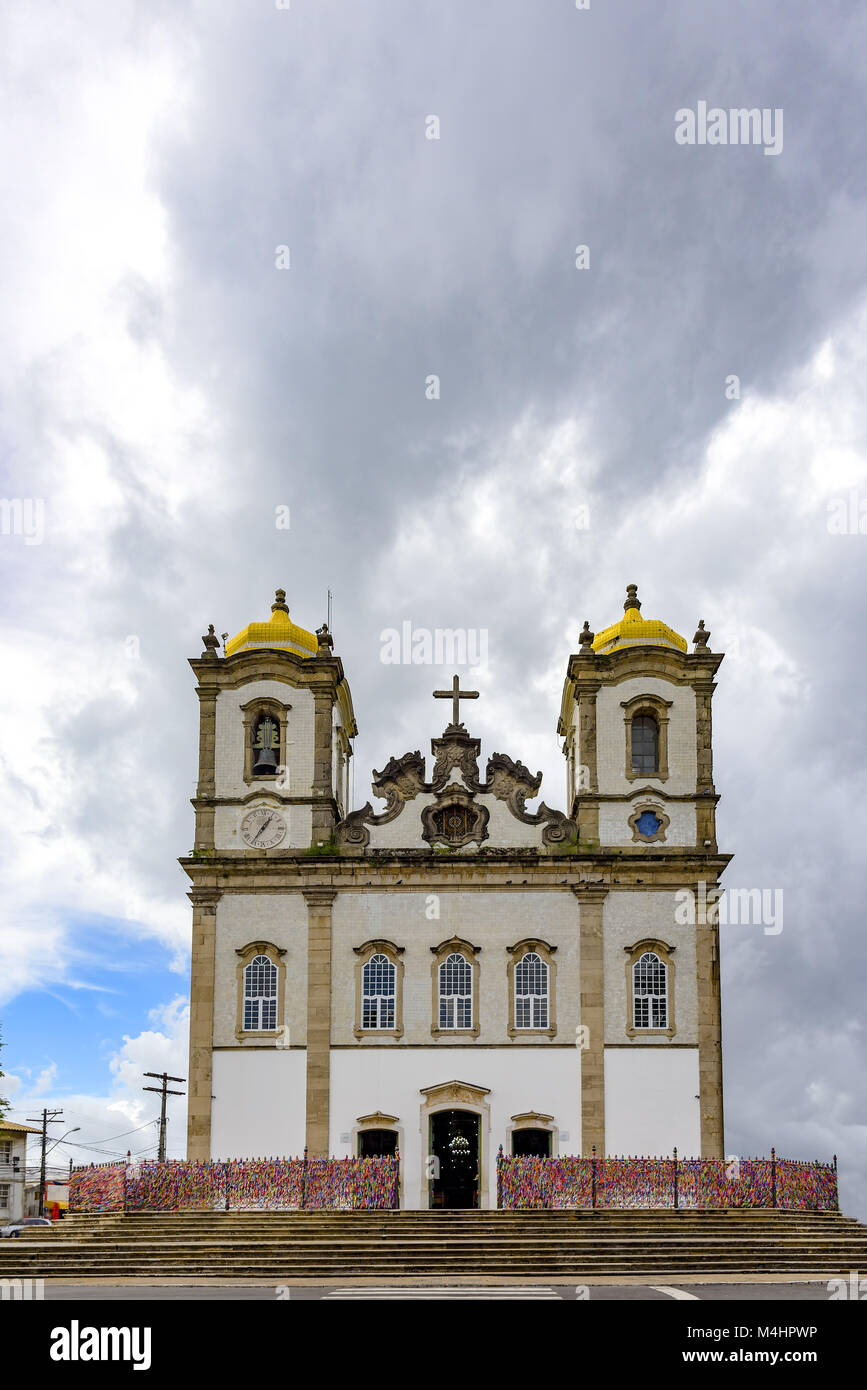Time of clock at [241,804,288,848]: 1:36
